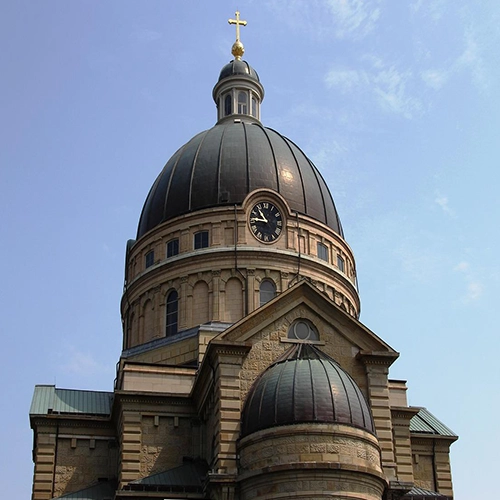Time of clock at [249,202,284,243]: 10:45
